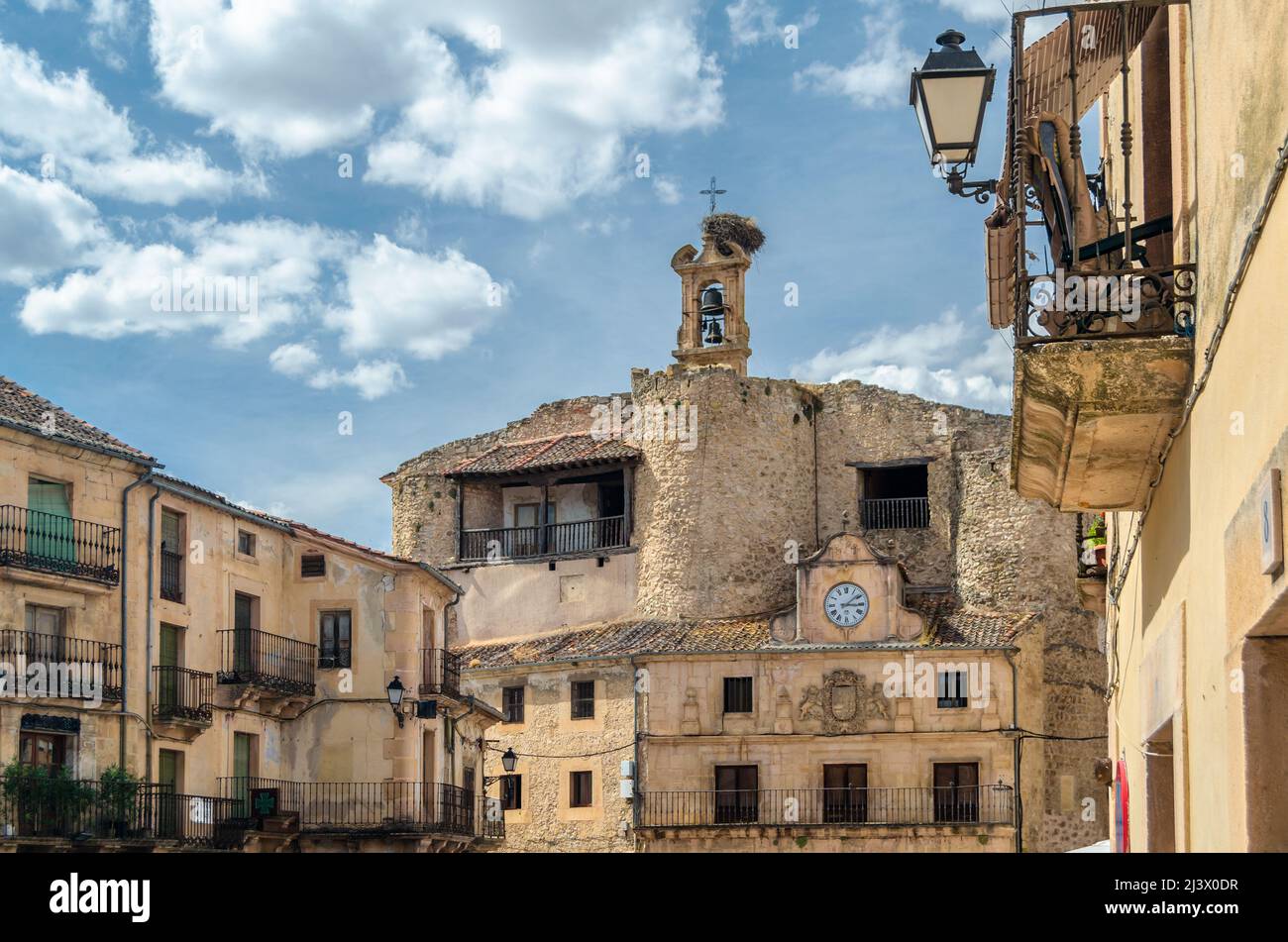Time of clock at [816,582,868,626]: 3:08
